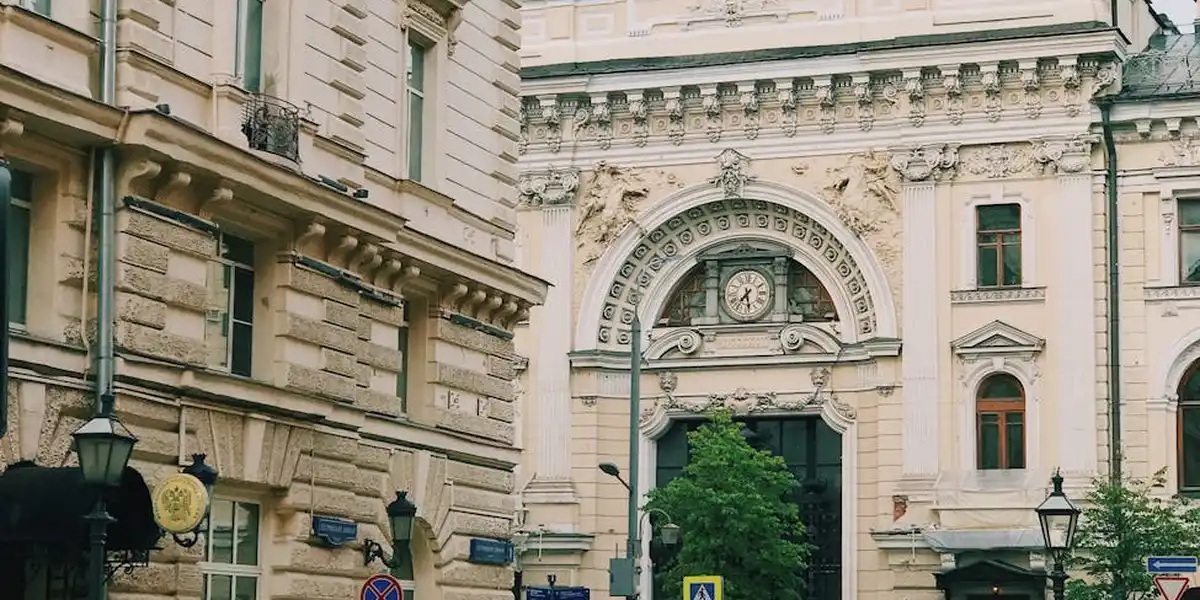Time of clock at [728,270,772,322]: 7:28
